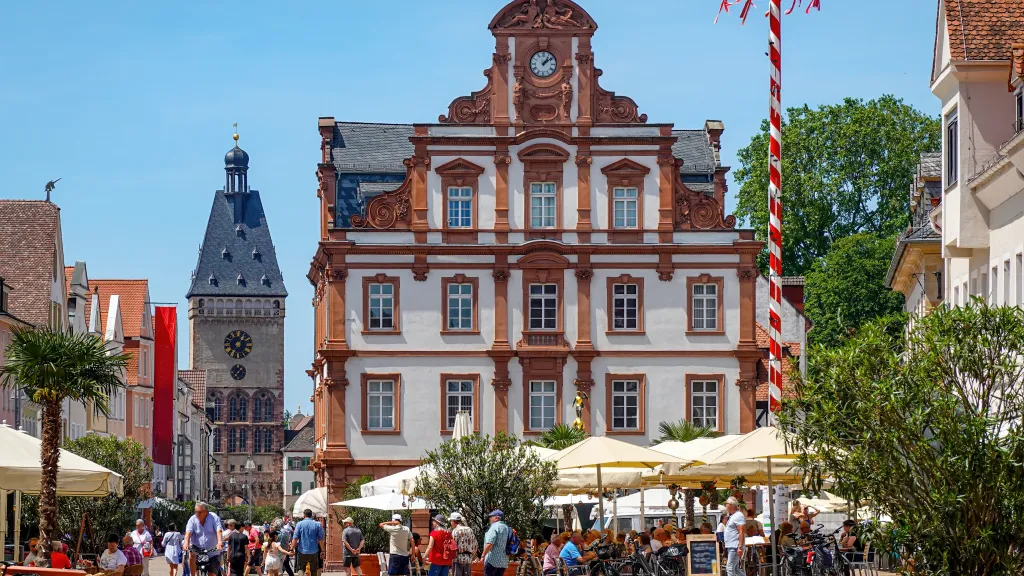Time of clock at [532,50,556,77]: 1:08
